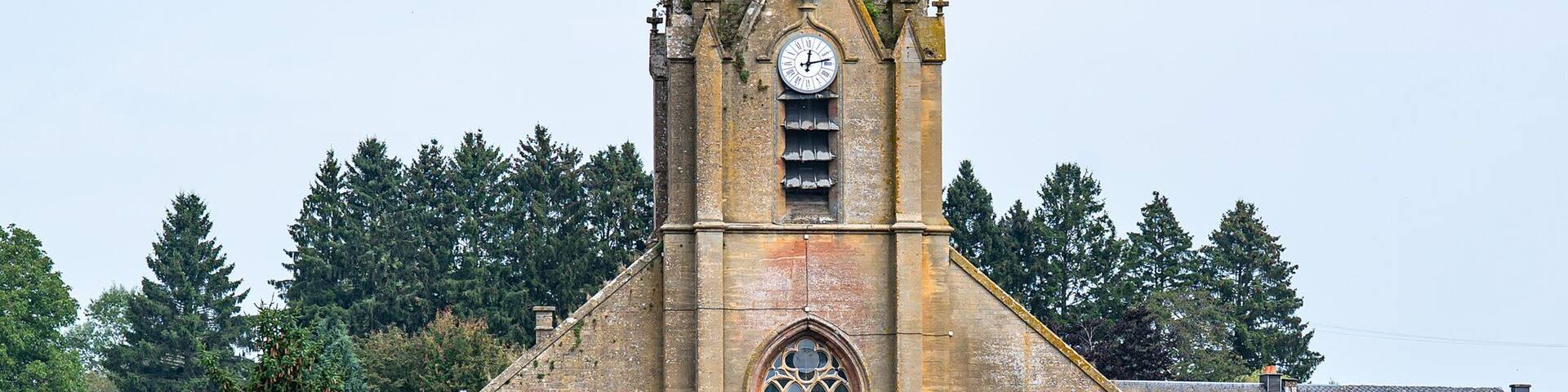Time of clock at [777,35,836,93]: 12:13
